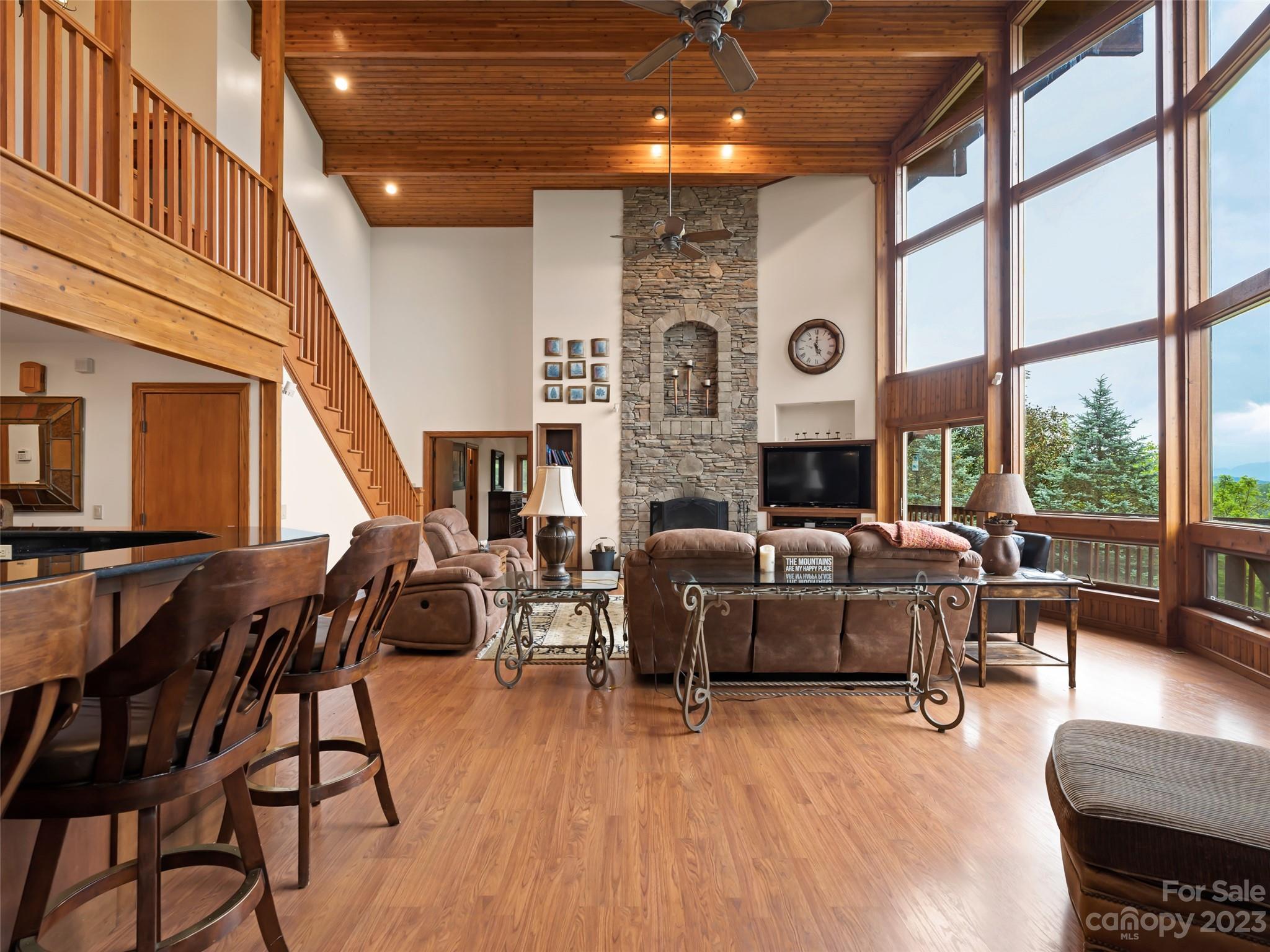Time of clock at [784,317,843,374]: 5:00
